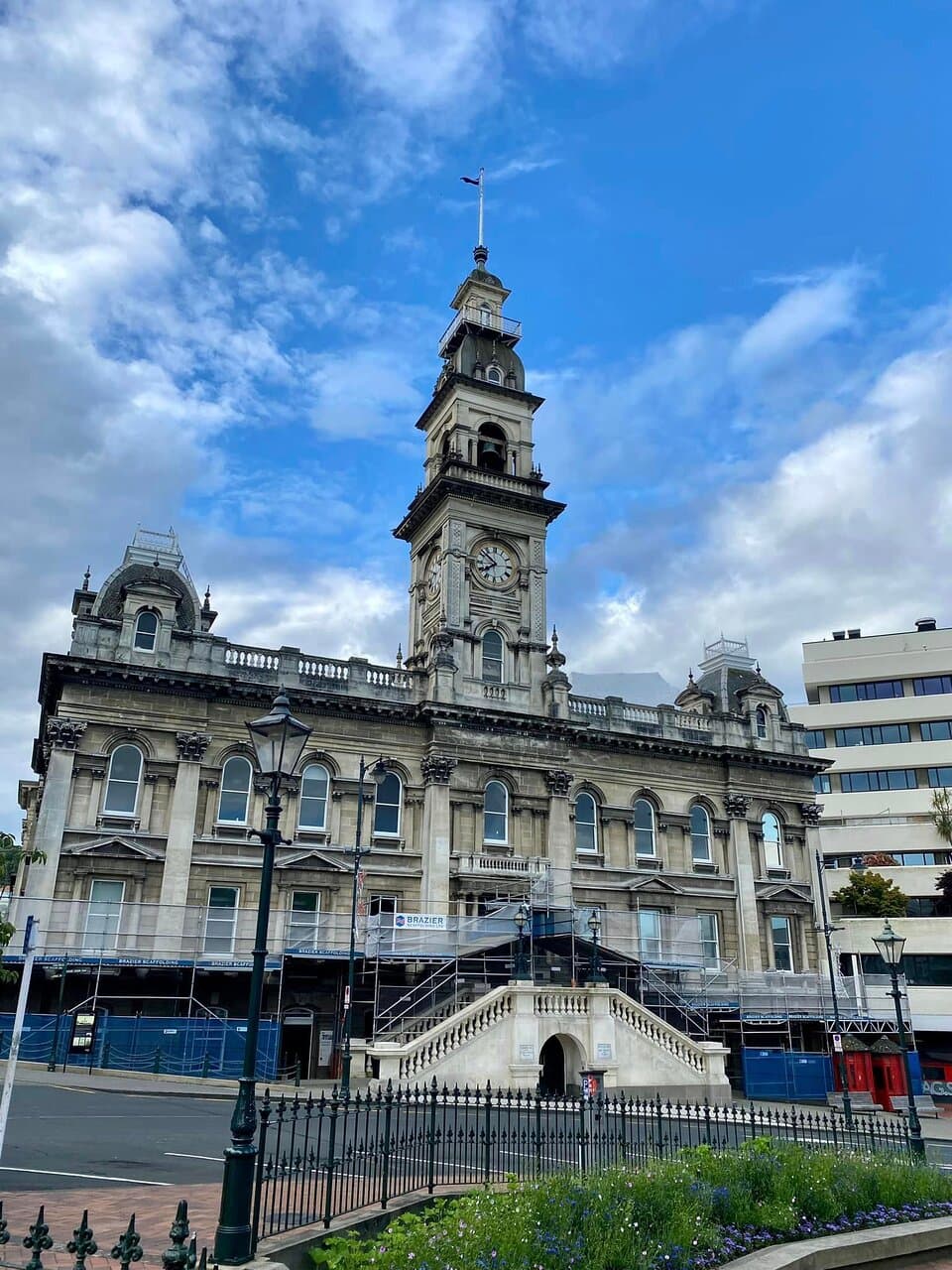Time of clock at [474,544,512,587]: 7:51
